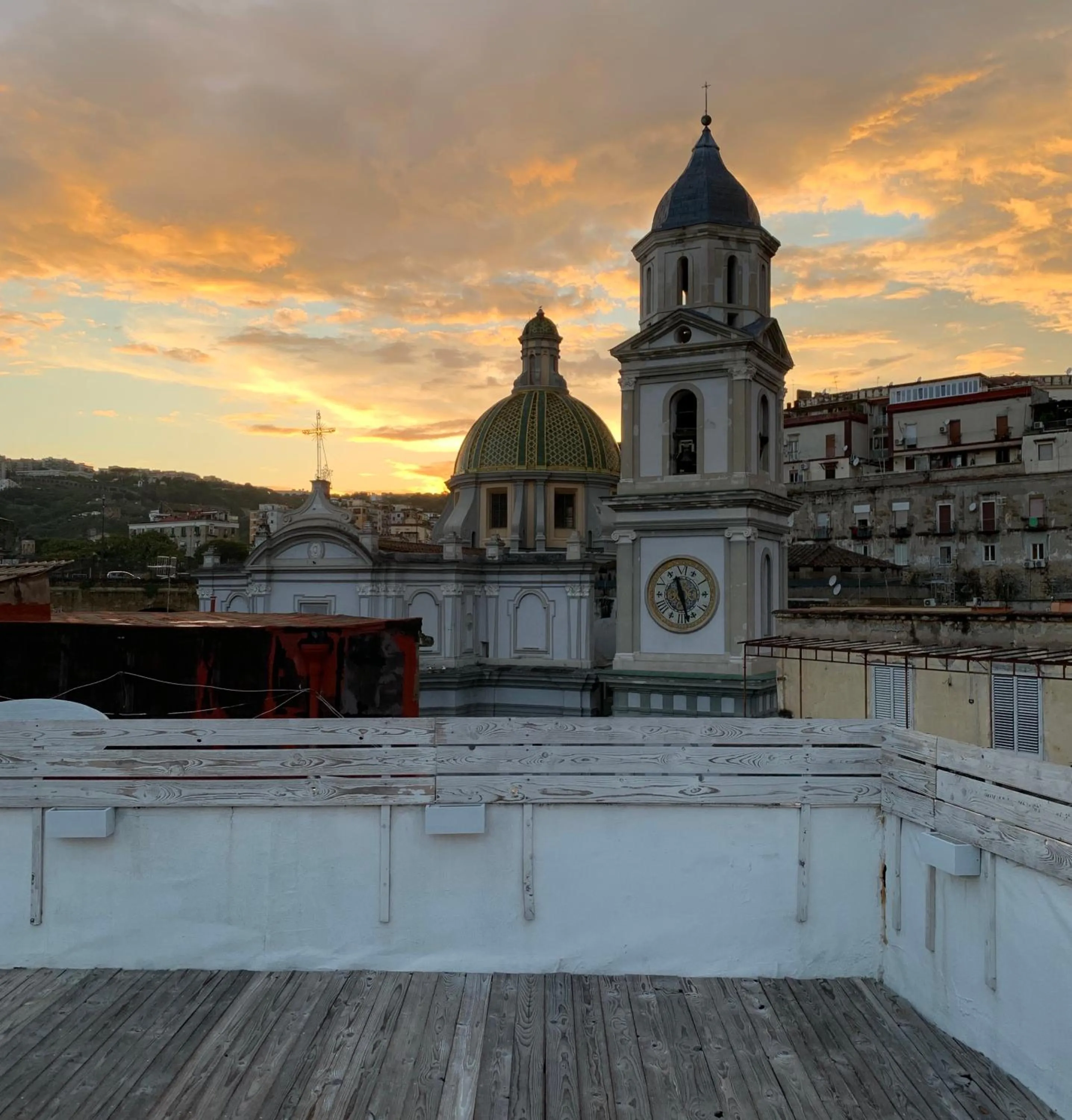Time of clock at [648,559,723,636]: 11:28
